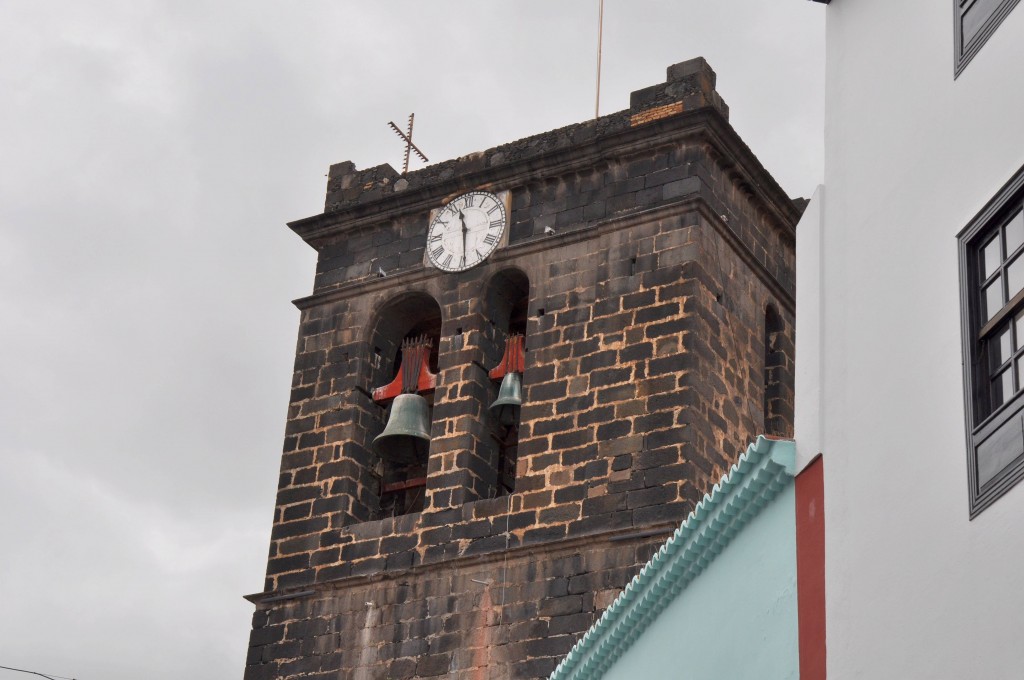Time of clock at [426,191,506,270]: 11:29
